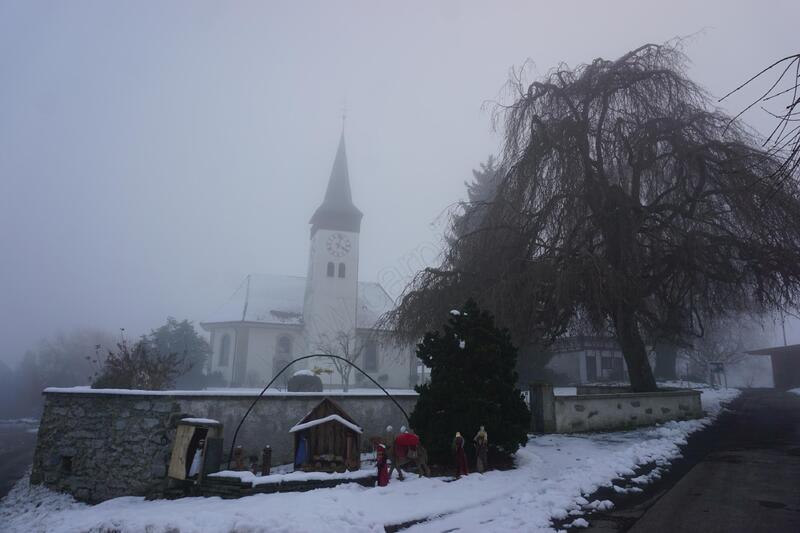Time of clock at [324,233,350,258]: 4:02
